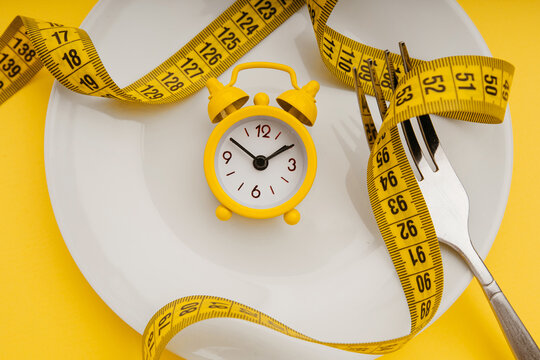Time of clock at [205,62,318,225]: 1:50
